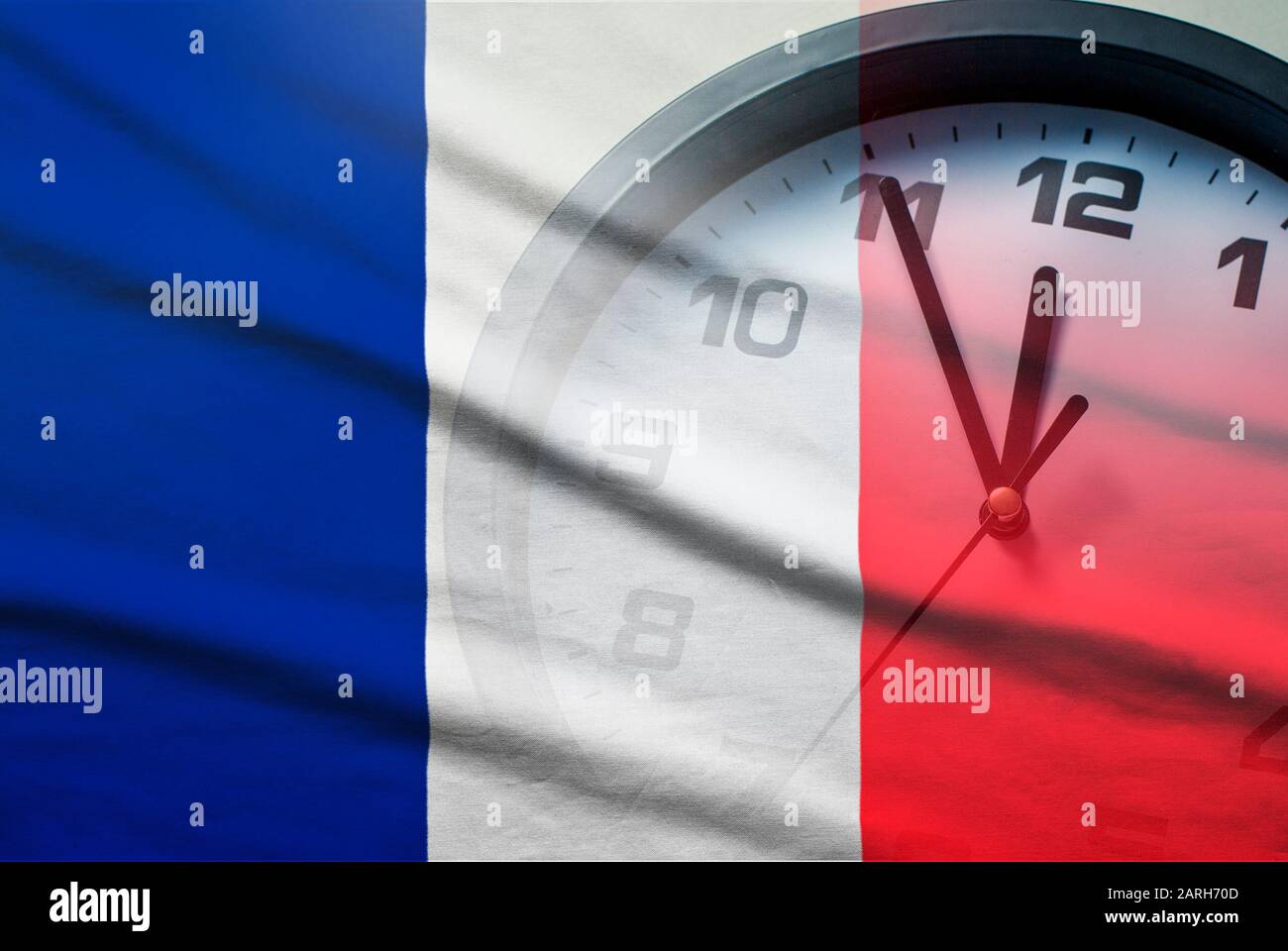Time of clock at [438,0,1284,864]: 11:55
